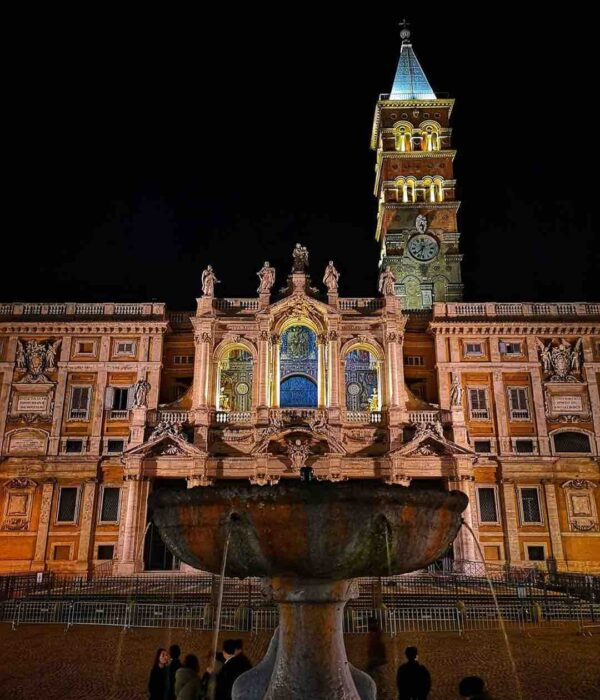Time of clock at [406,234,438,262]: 7:32
